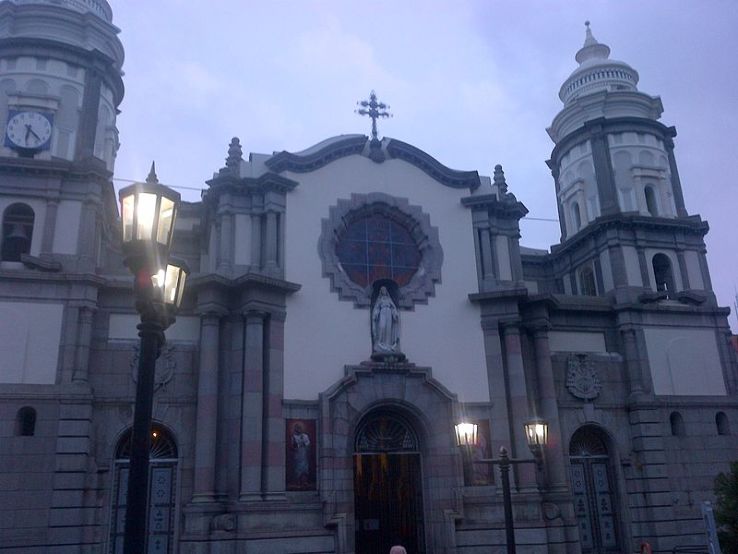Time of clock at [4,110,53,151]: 6:22
